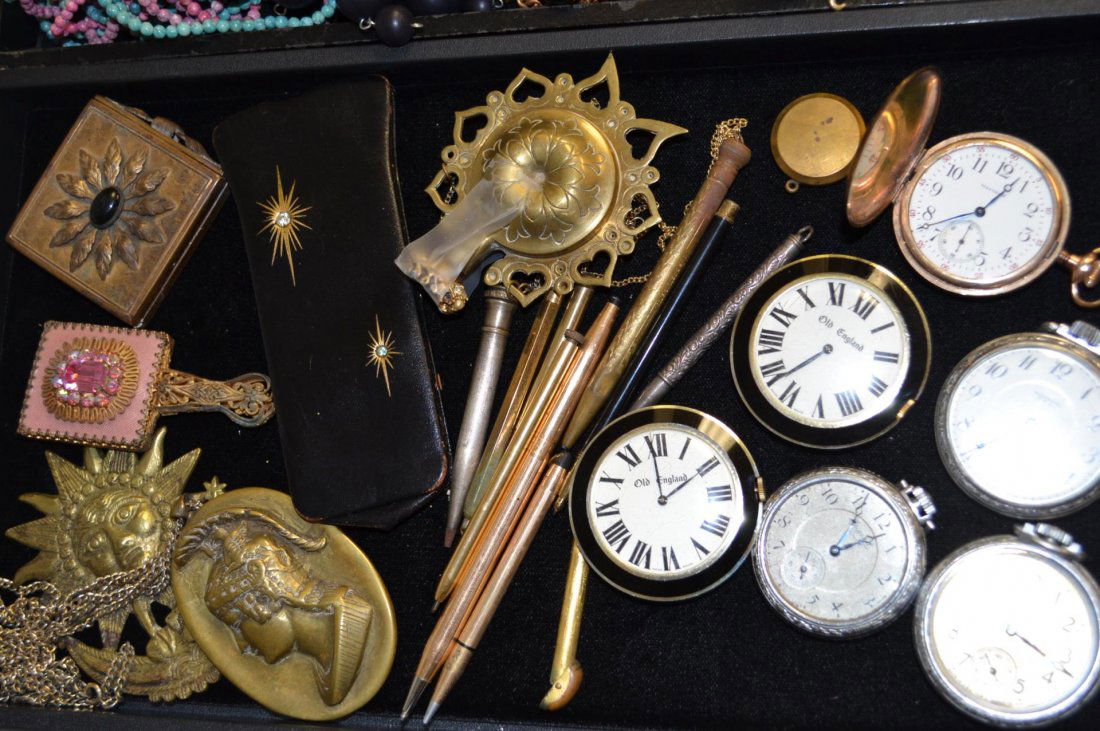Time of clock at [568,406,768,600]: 1:59
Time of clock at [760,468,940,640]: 1:12
